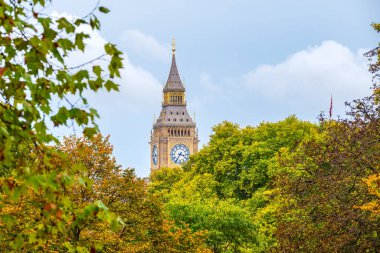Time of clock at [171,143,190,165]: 3:35
